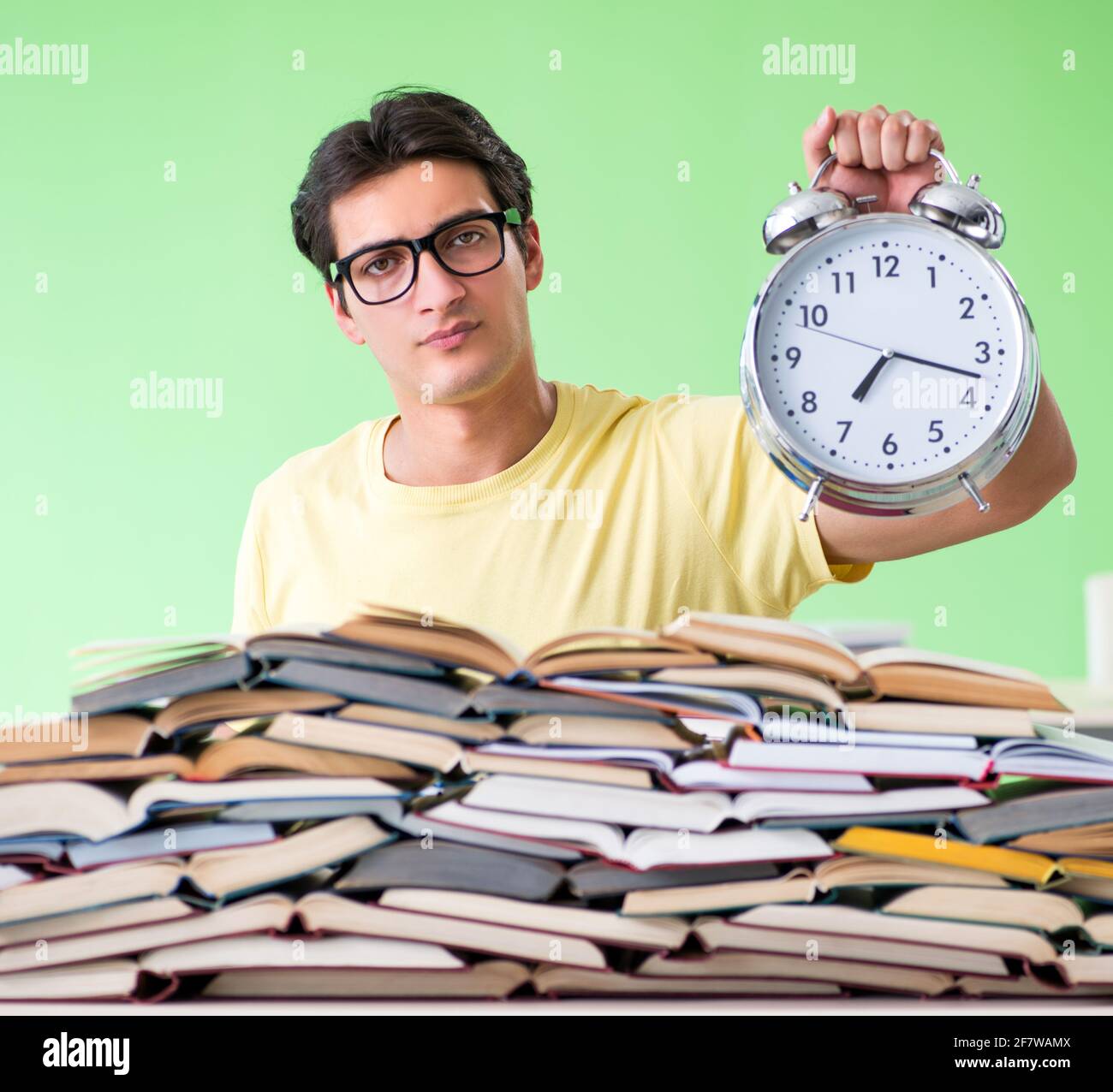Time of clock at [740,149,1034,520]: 7:17
